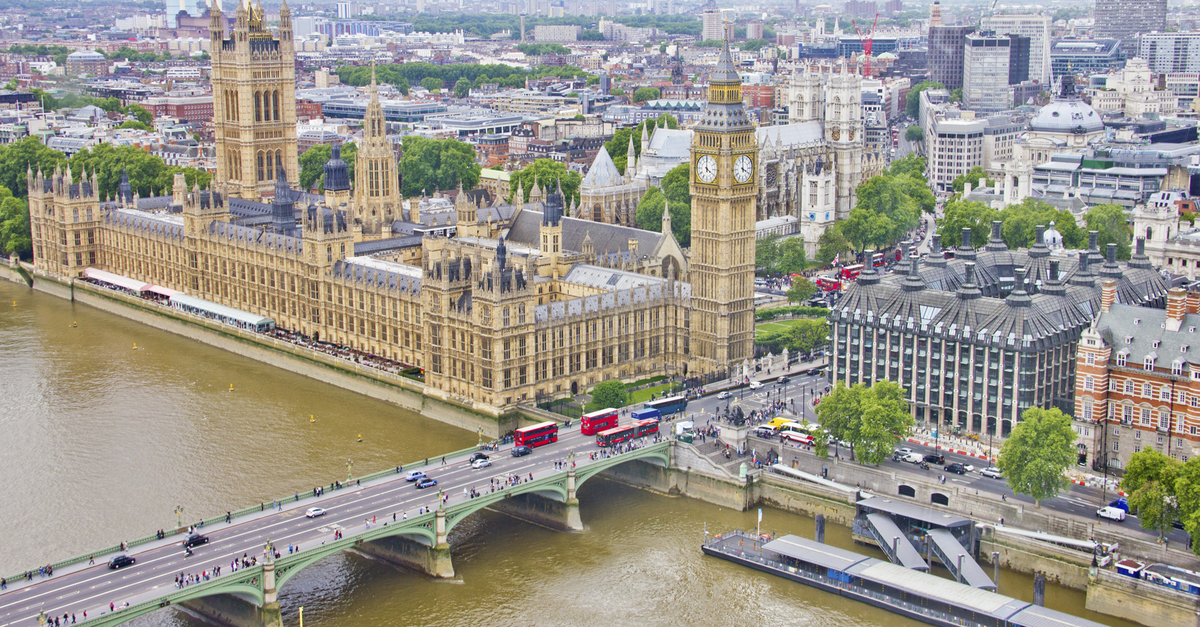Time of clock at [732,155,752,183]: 4:00
